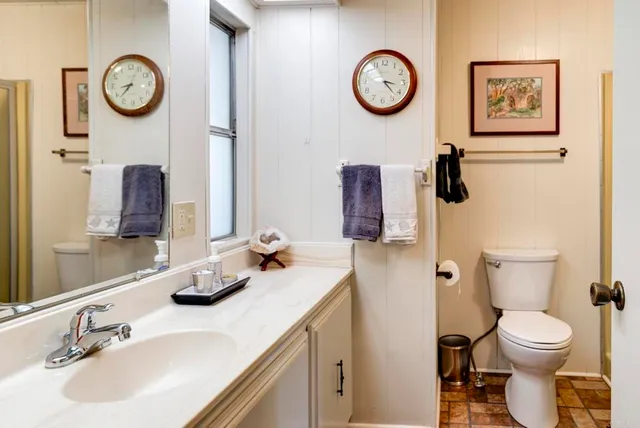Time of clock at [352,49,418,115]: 3:22
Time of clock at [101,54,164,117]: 8:37
